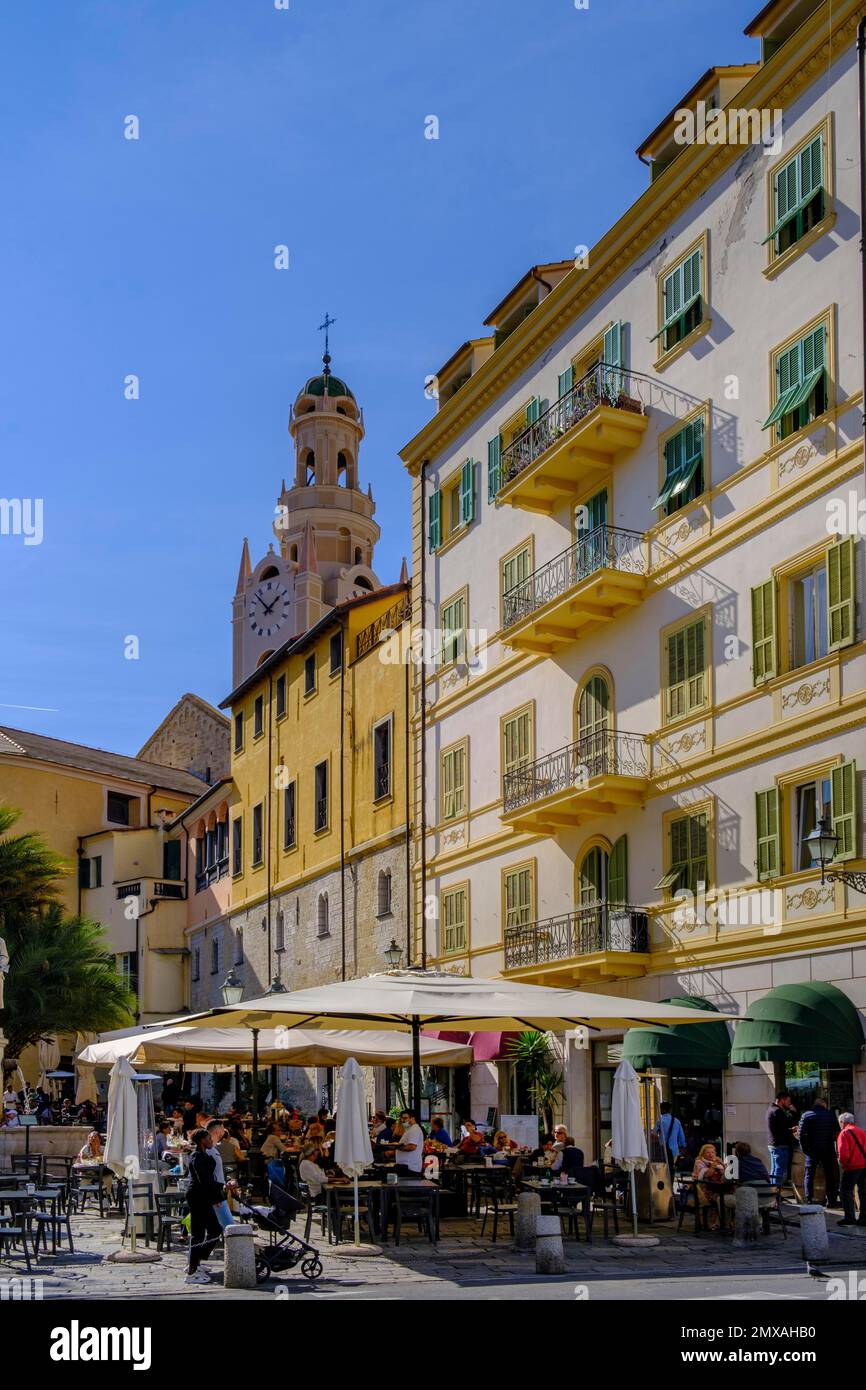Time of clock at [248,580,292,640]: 1:52
